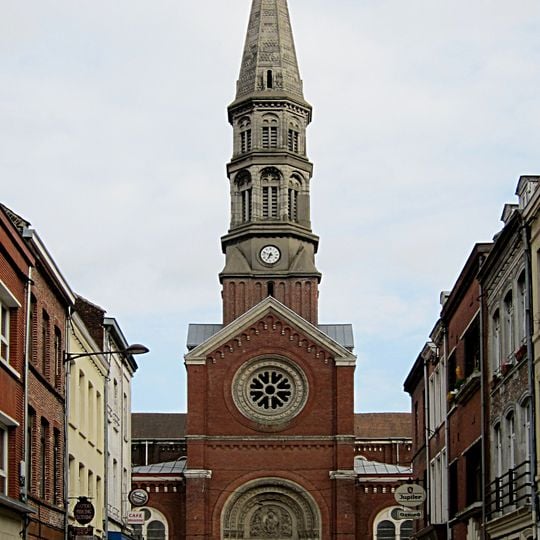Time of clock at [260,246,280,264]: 6:48
